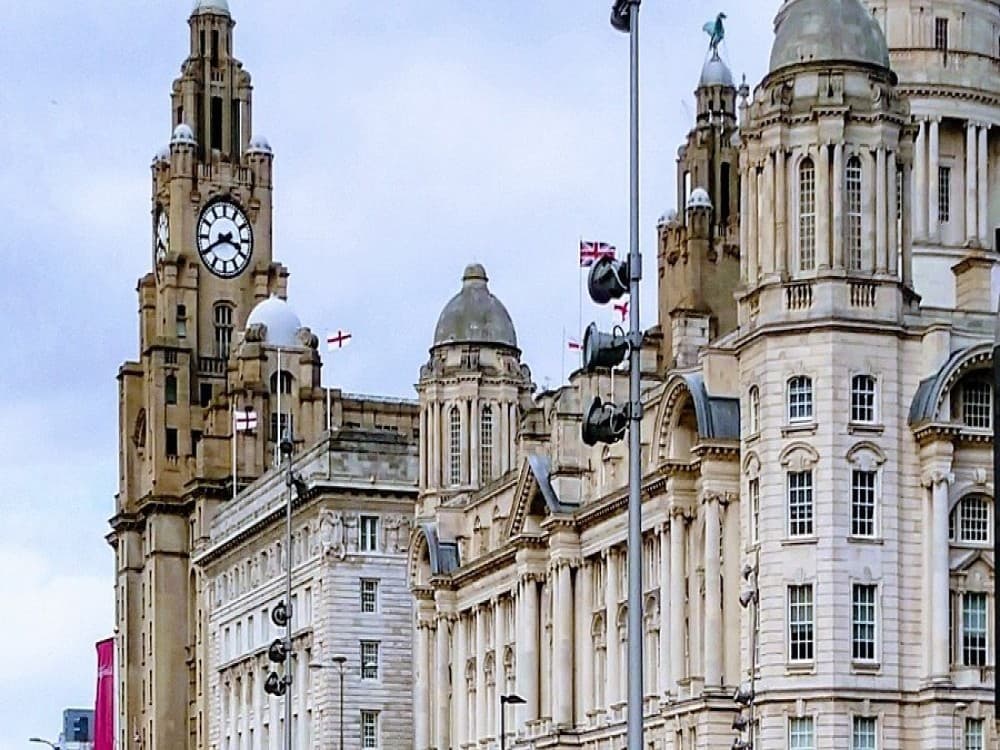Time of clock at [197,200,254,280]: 3:40
